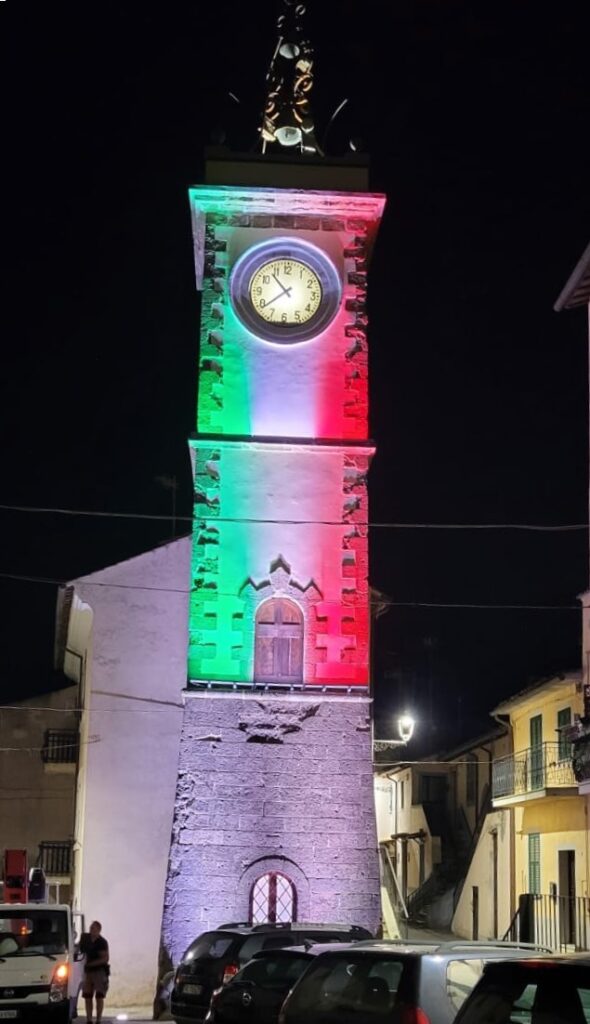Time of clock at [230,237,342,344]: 10:38
